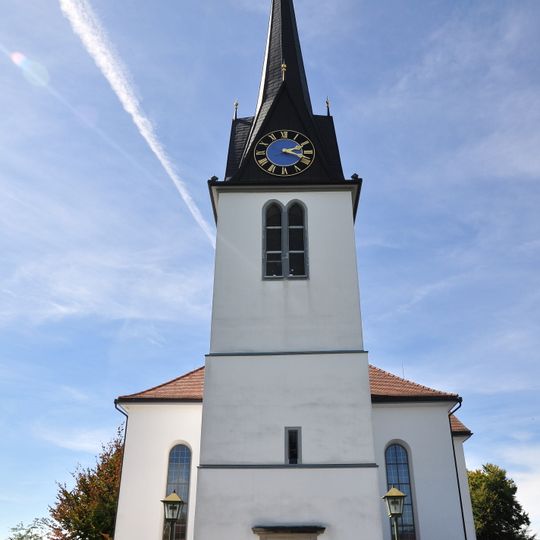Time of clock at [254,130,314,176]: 2:18
